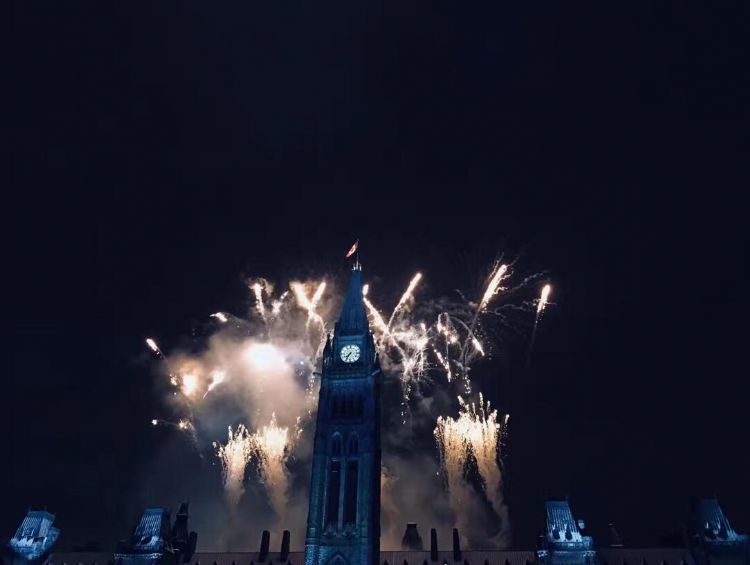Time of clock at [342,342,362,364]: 7:35
